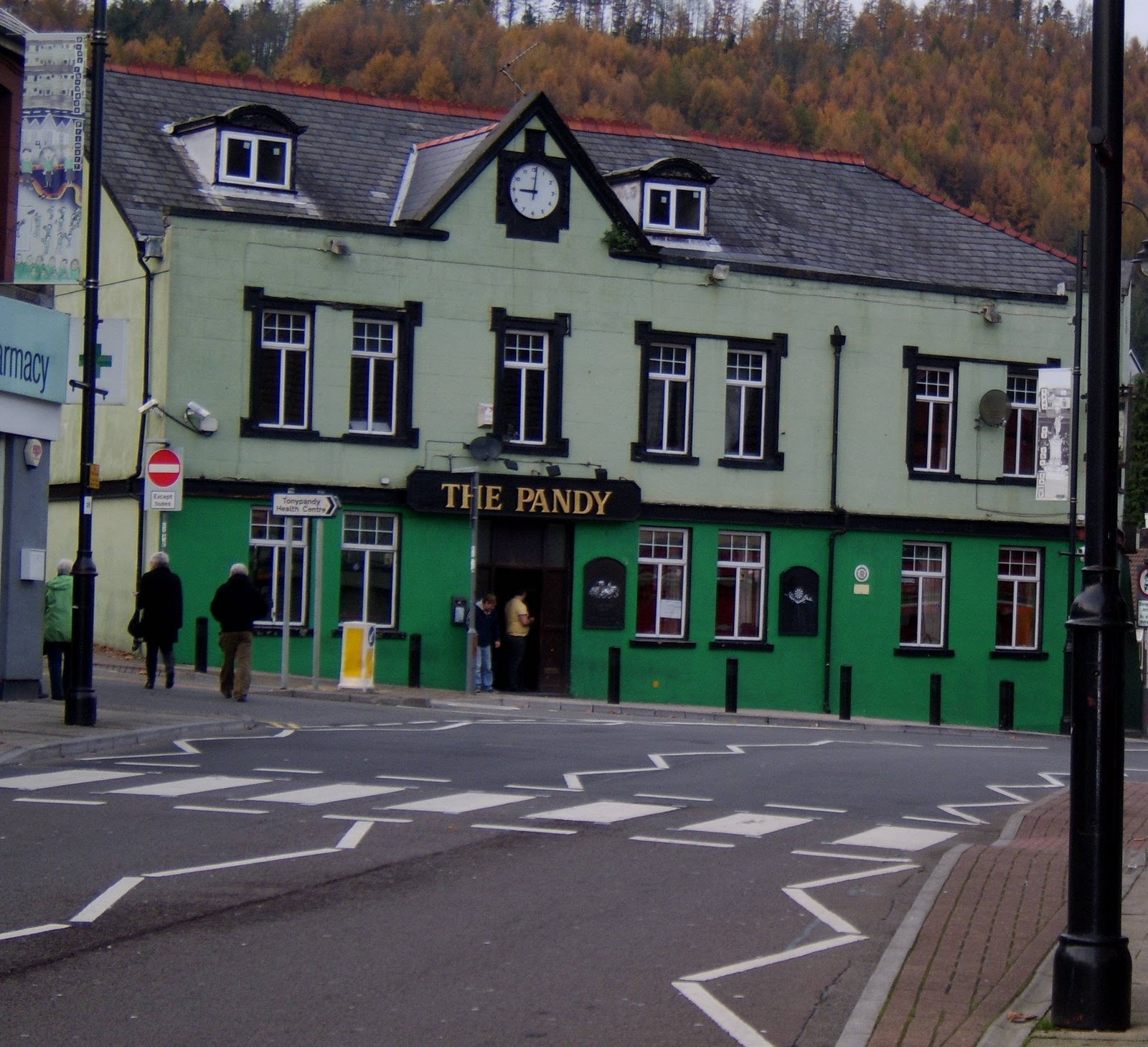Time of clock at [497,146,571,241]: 9:01
